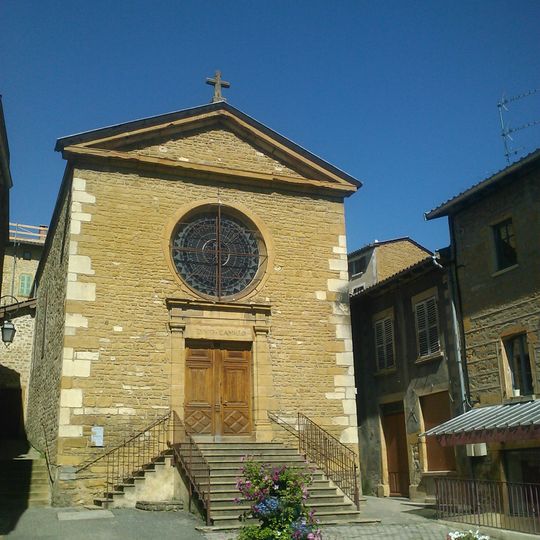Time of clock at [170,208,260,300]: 5:59
